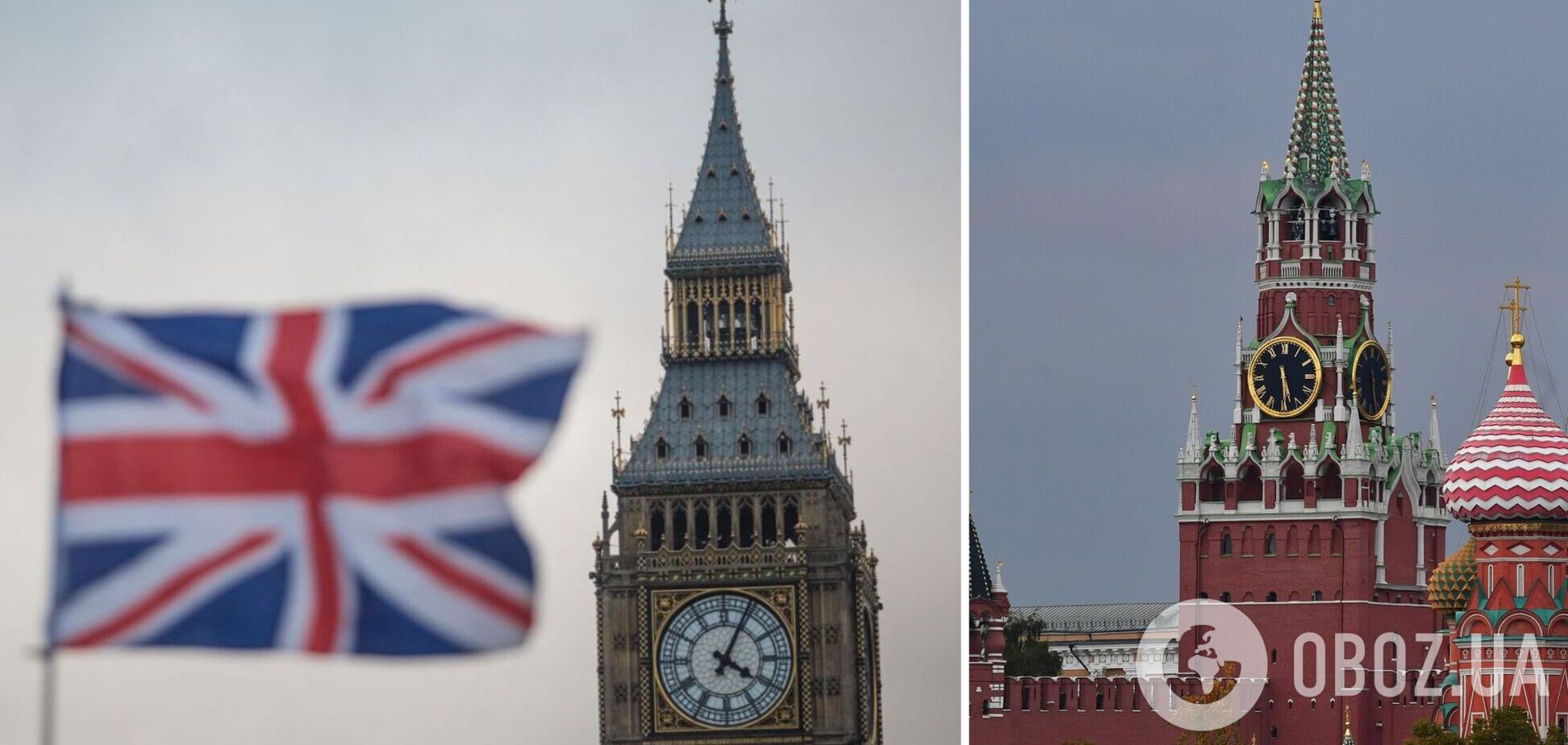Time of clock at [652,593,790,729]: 4:04
